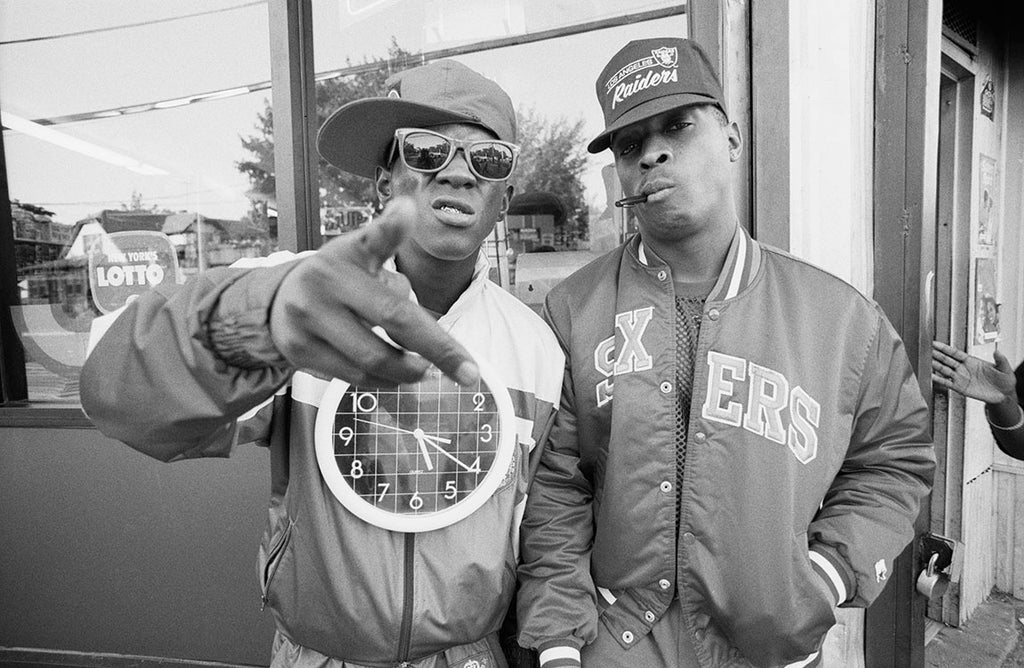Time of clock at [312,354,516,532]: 5:20
